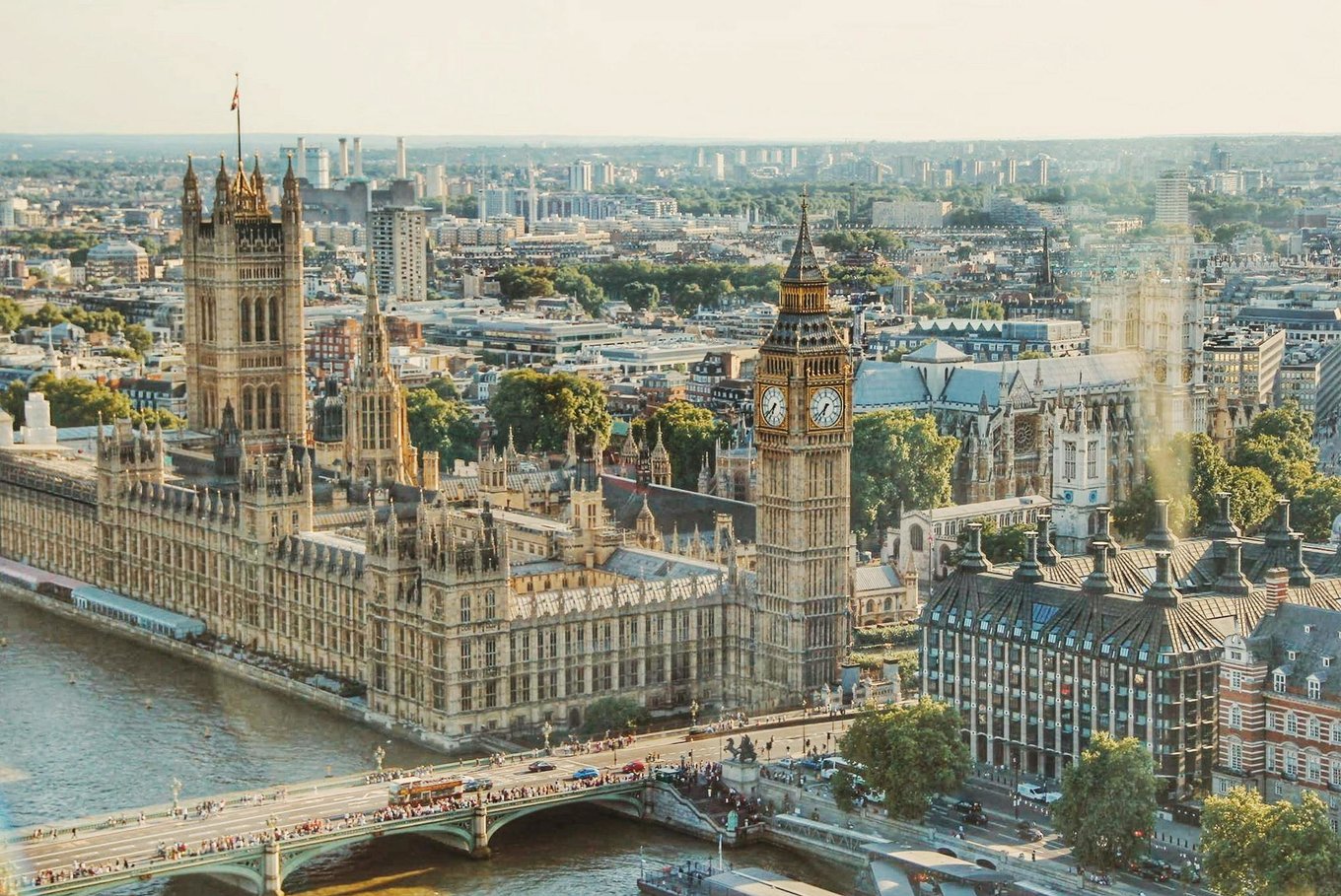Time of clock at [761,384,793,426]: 6:38
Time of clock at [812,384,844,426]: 6:37
